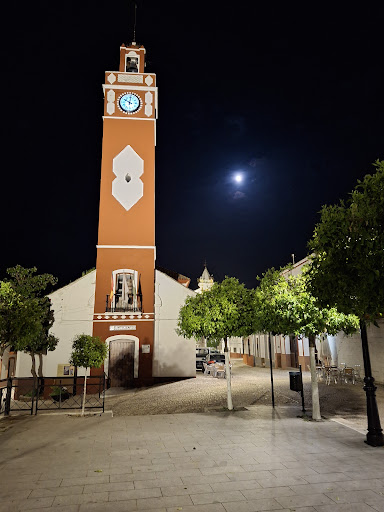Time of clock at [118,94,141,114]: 10:00
